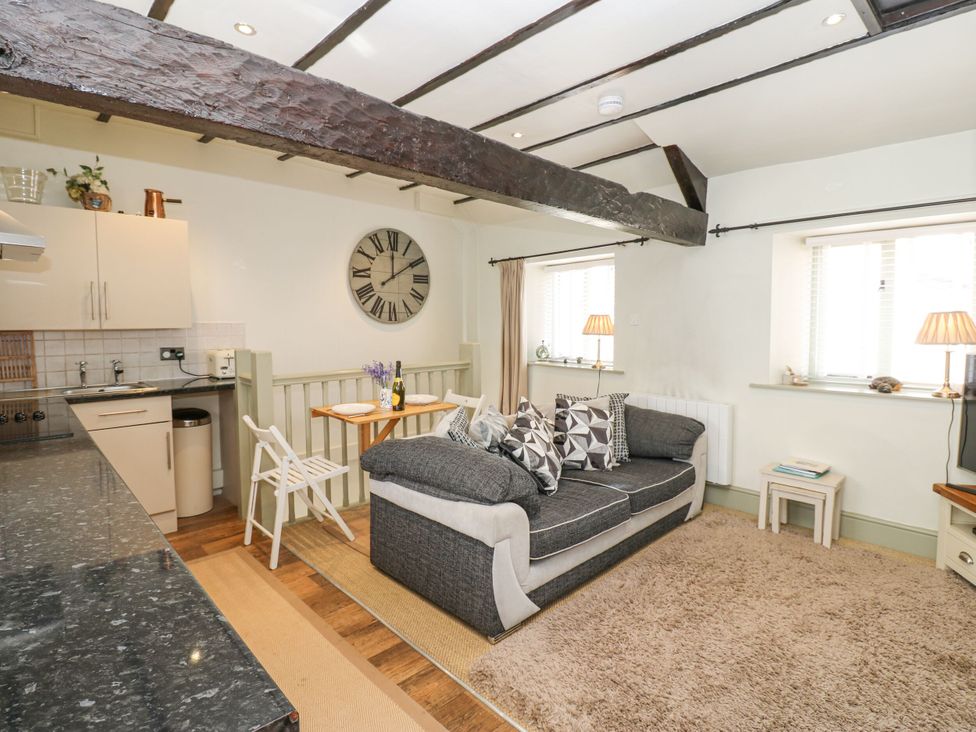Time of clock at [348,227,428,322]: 12:09
